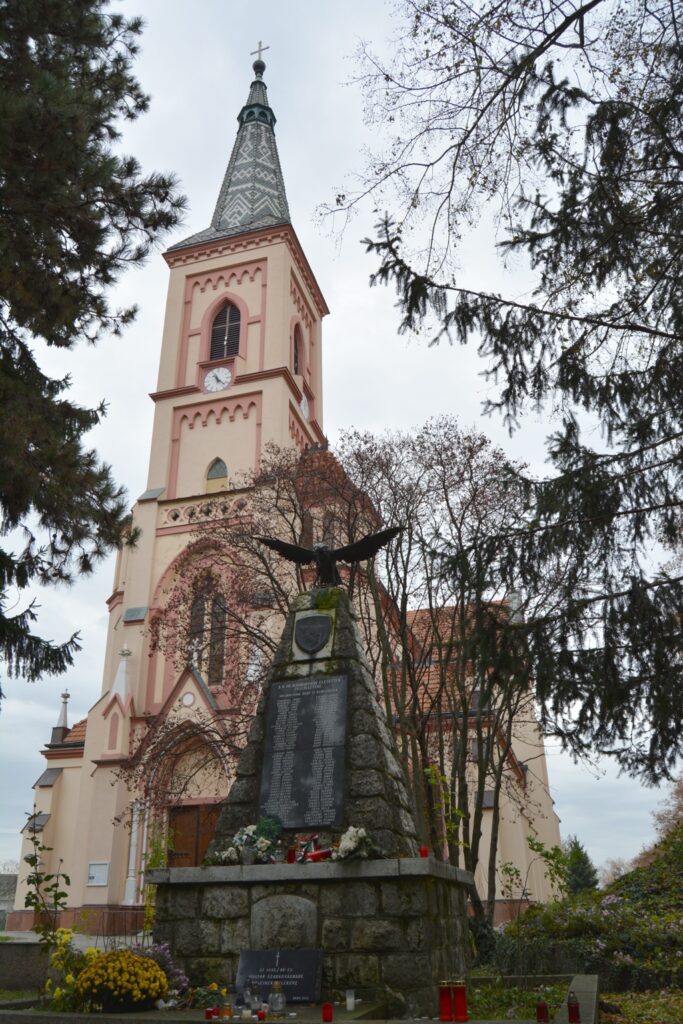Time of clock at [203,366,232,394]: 11:22
